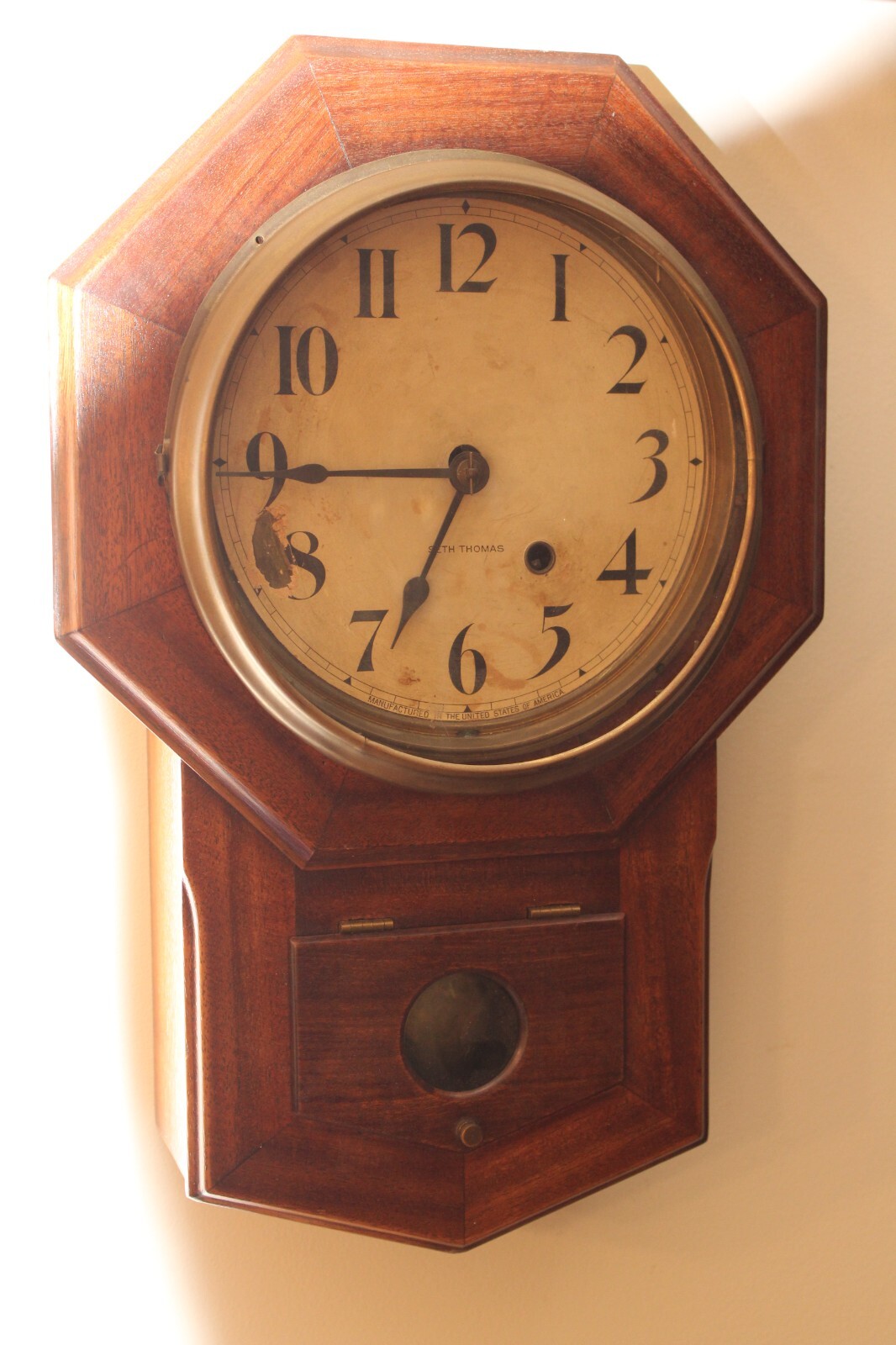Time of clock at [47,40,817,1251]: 6:44
